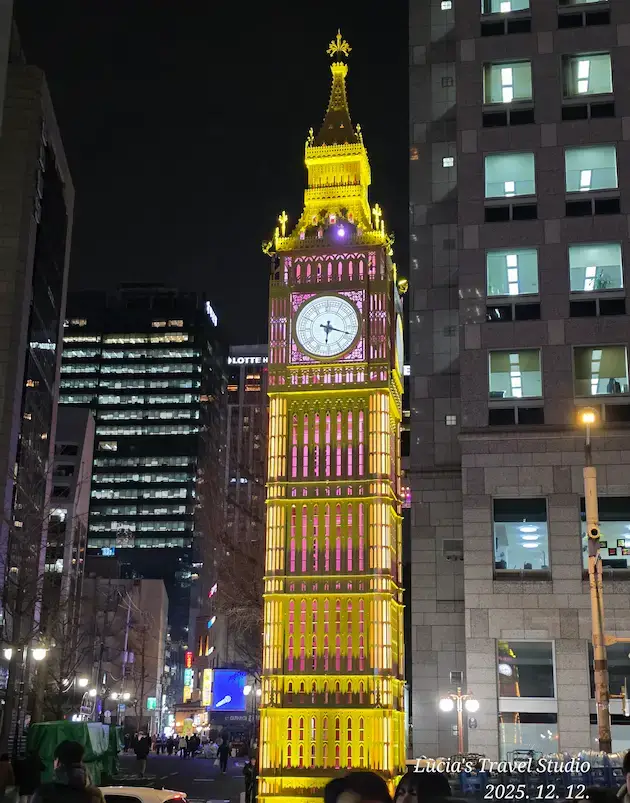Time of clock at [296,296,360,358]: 6:18
